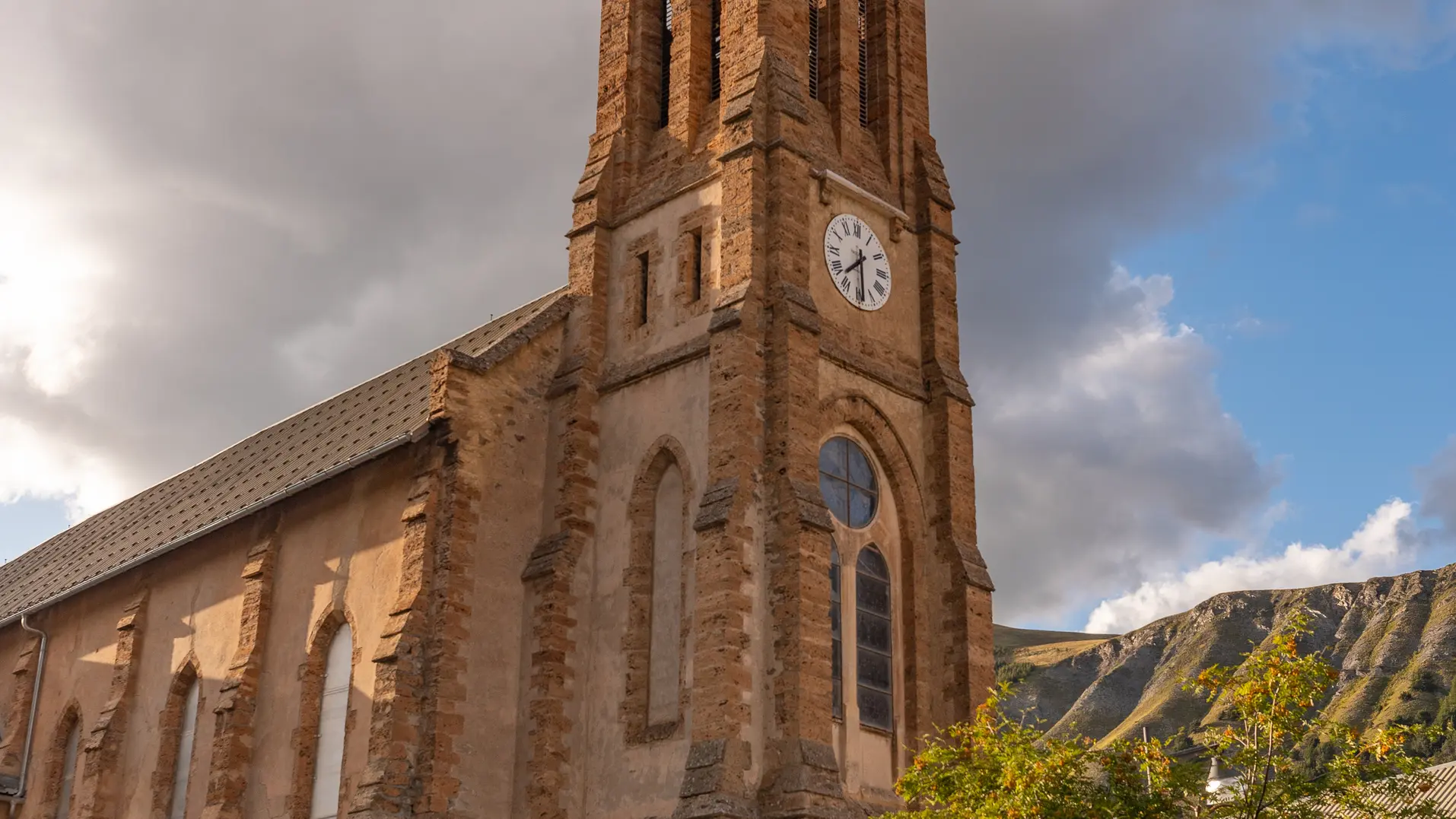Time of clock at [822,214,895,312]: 7:29
